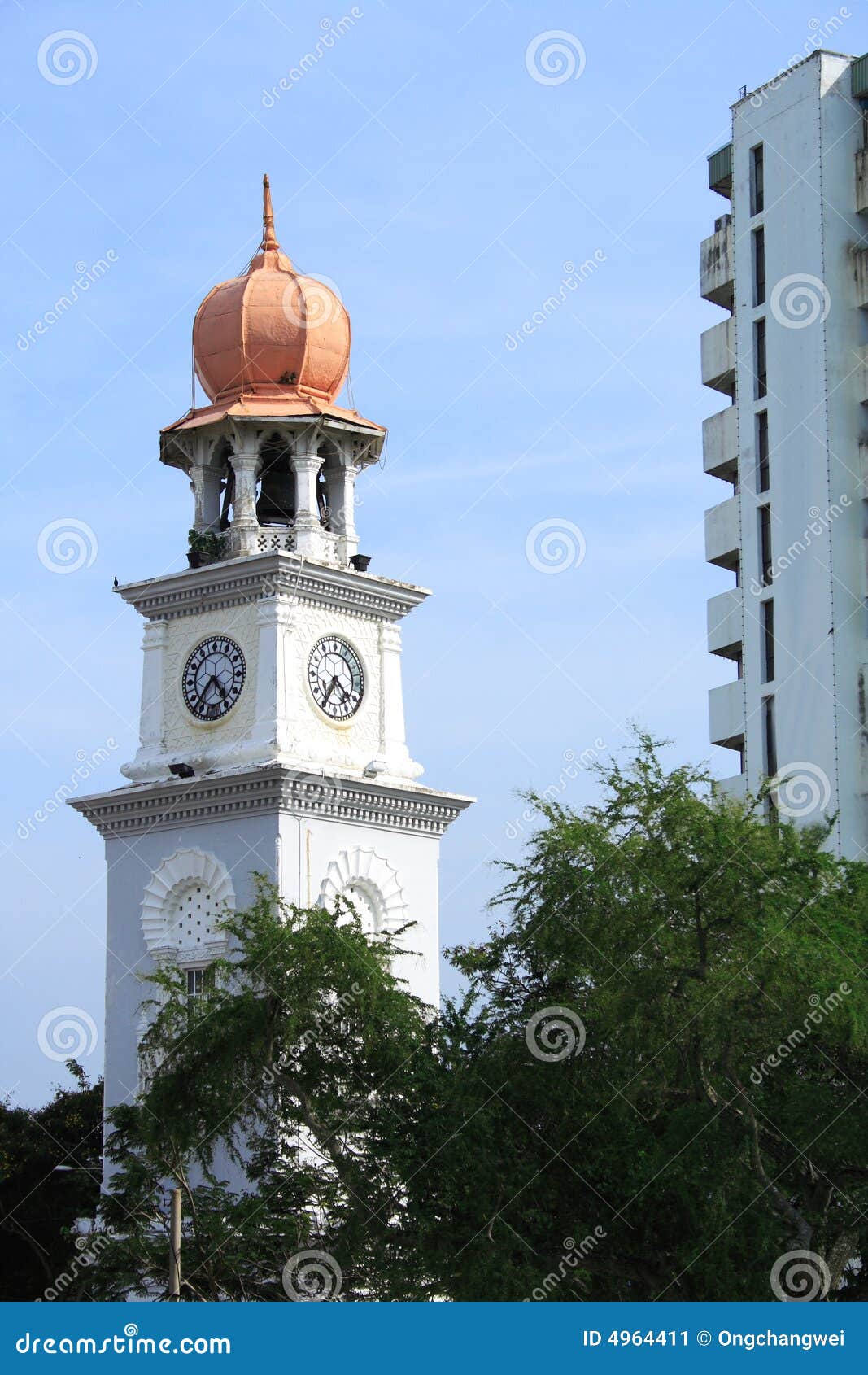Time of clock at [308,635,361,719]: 4:35
